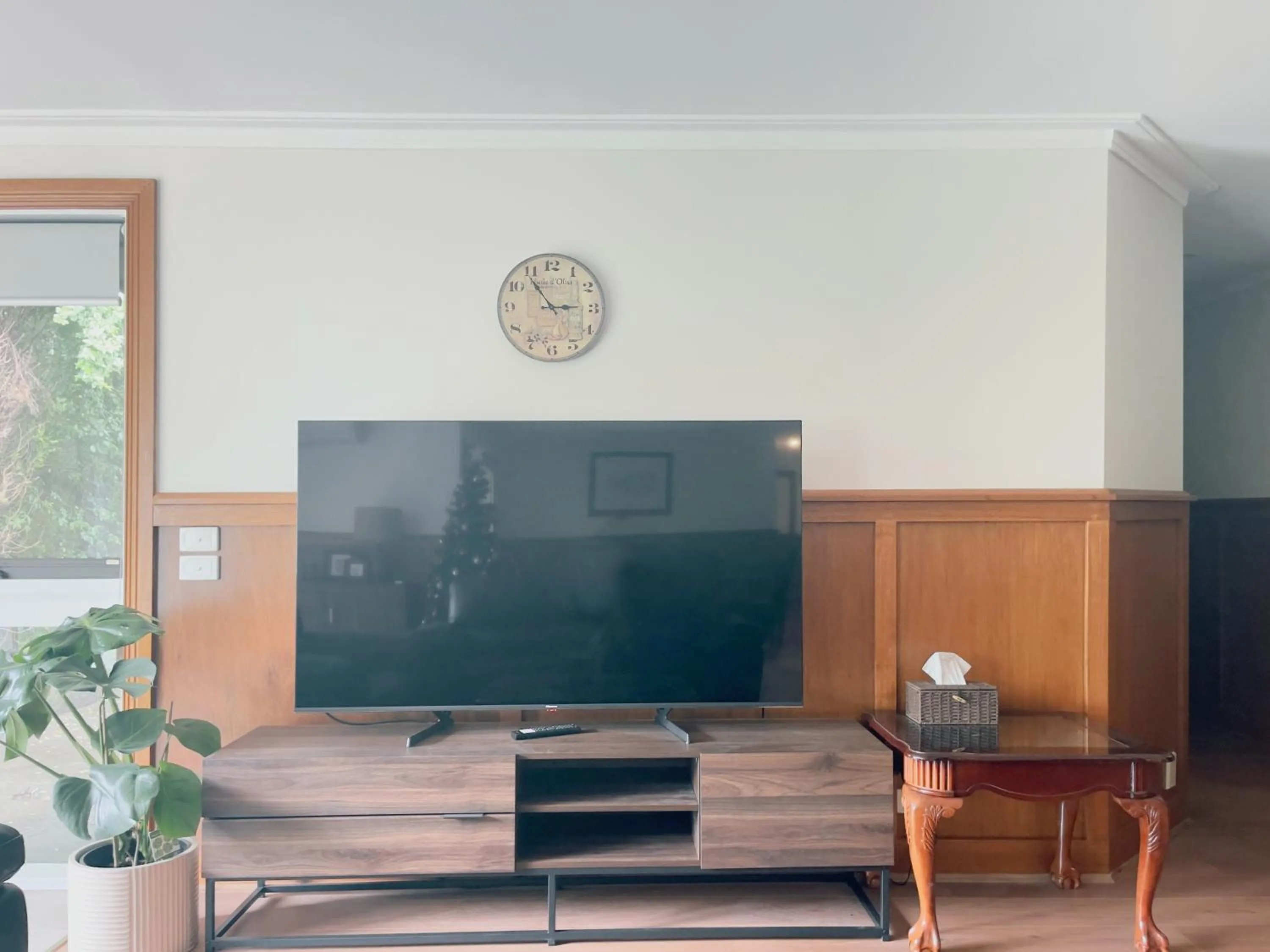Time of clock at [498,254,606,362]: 2:53
